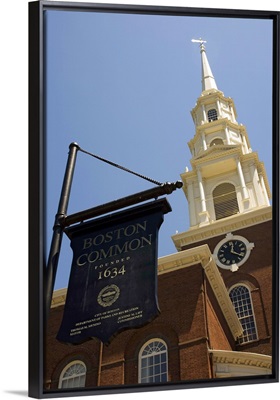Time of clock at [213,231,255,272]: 12:19
